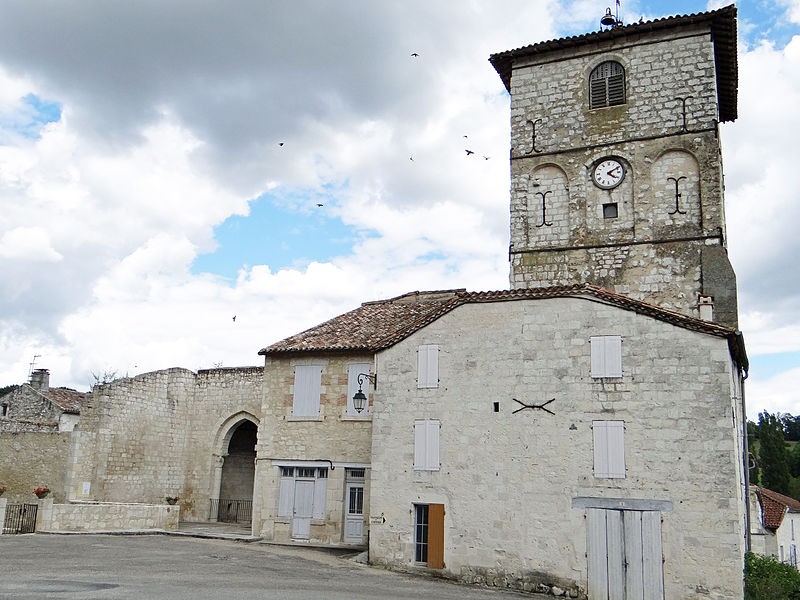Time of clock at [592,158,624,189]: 4:10
